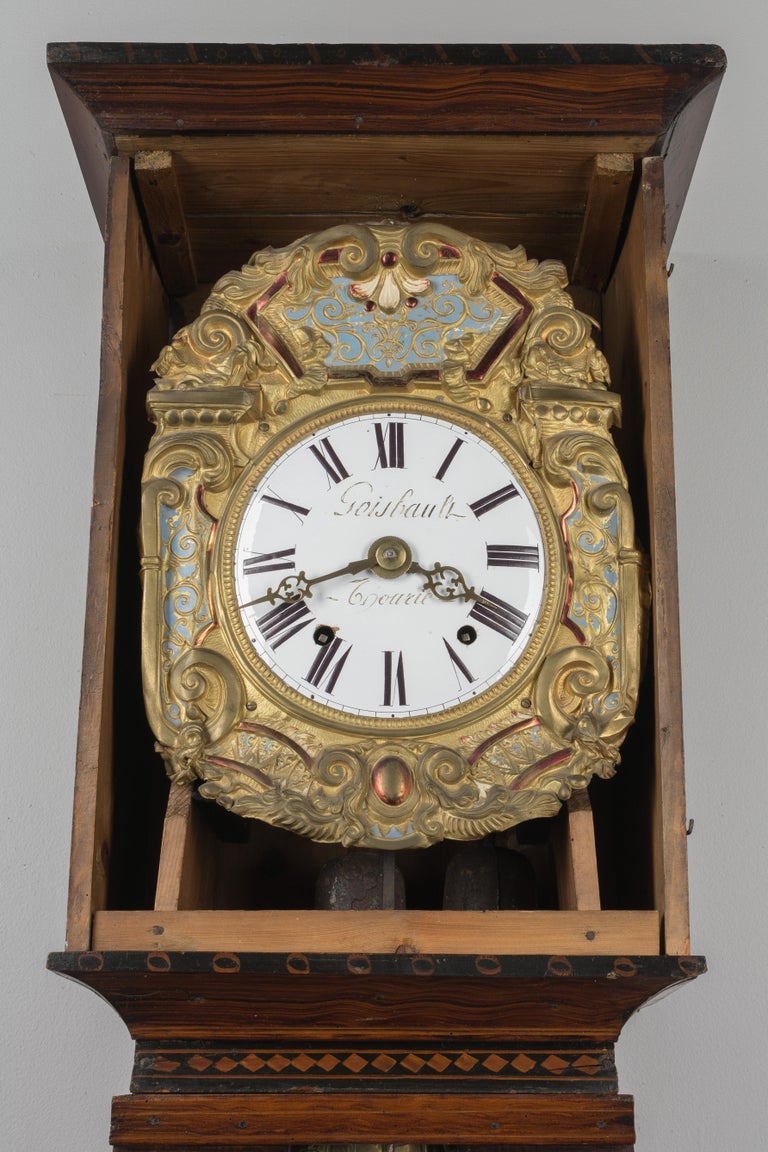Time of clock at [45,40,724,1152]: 3:40
